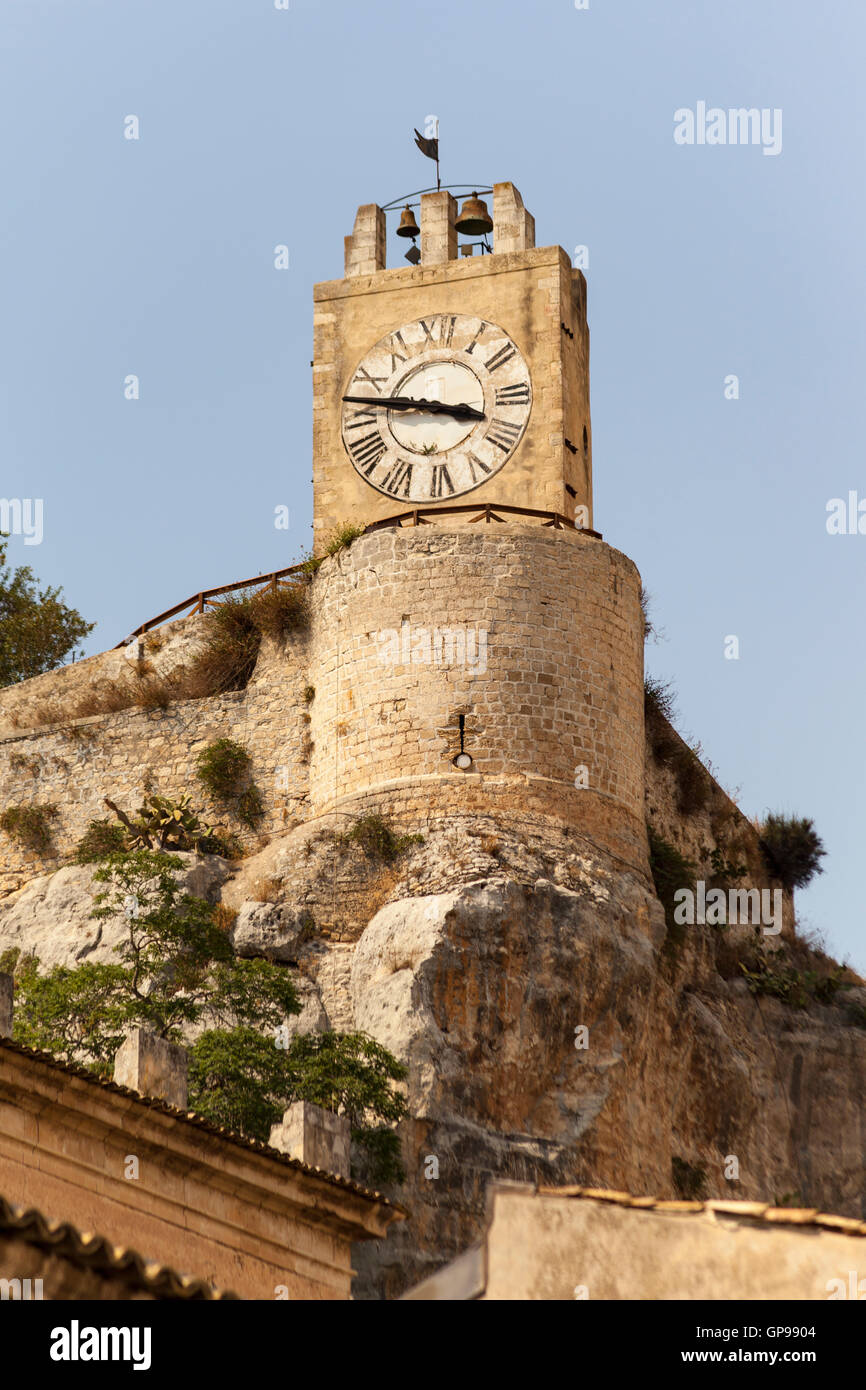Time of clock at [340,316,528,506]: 3:47
